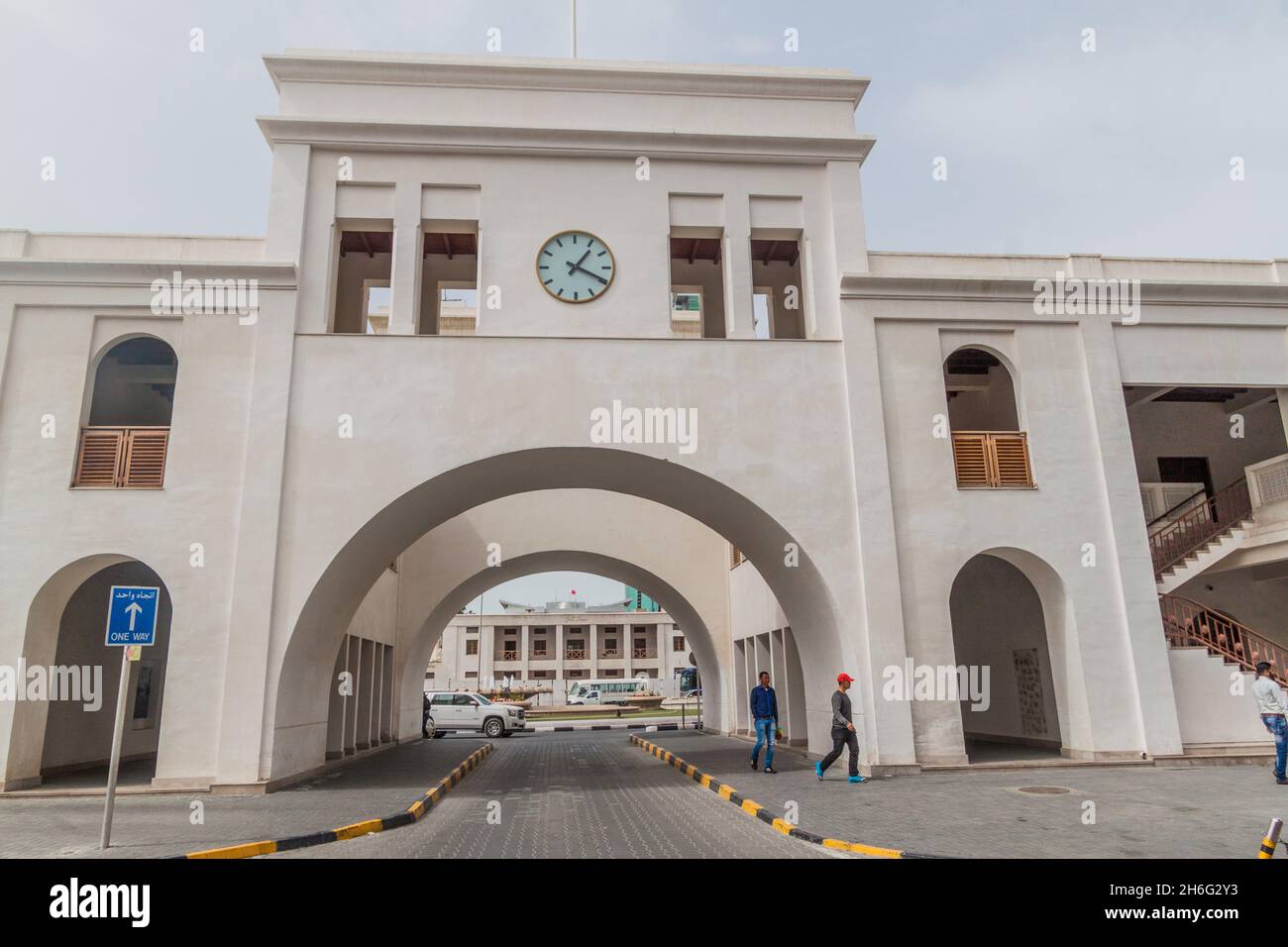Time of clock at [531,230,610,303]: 1:19
